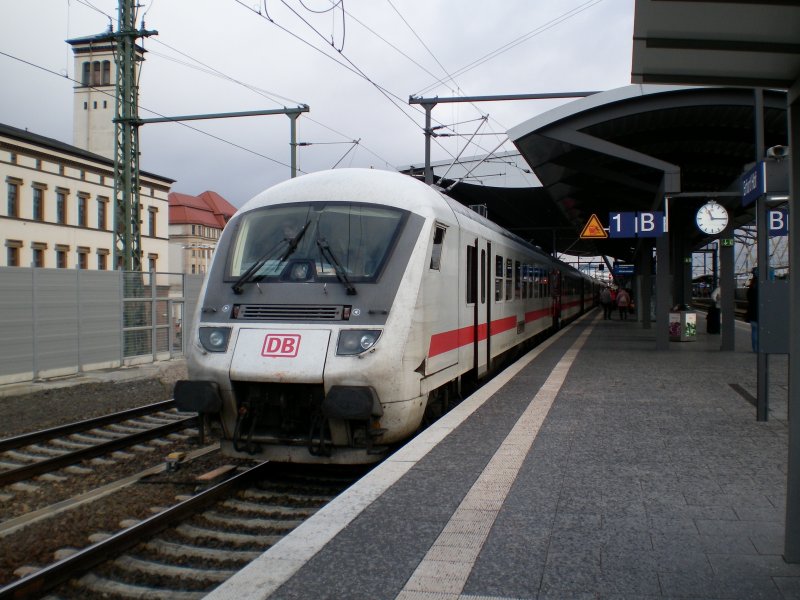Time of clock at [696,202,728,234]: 11:15
